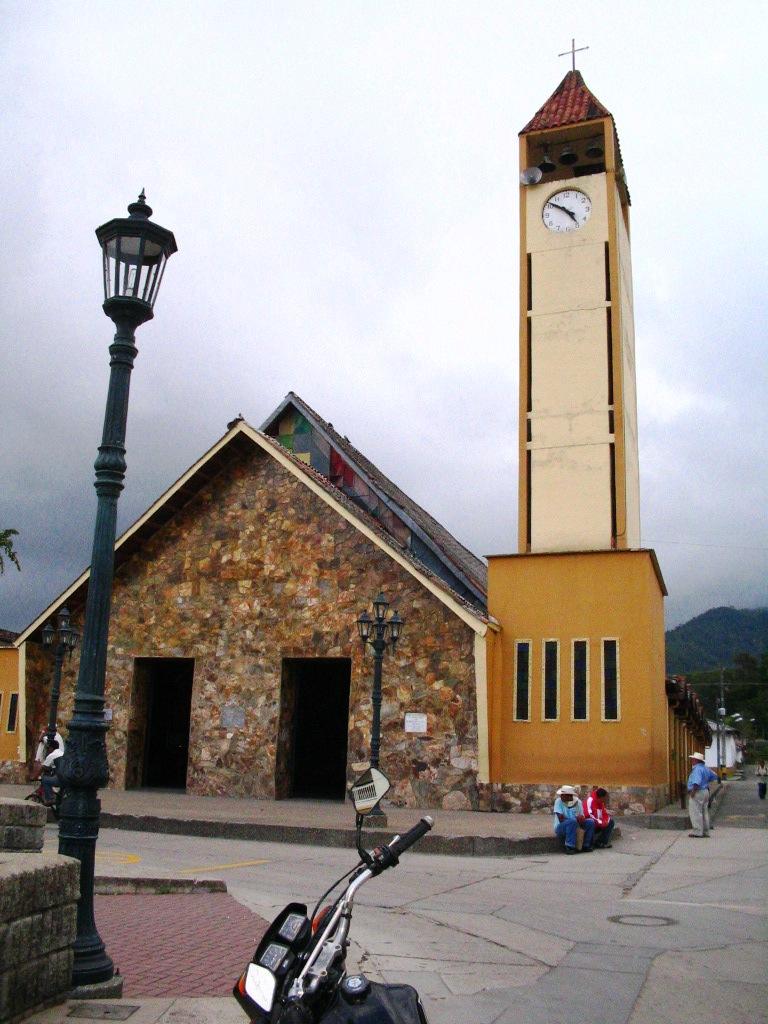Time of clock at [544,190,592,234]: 4:50
